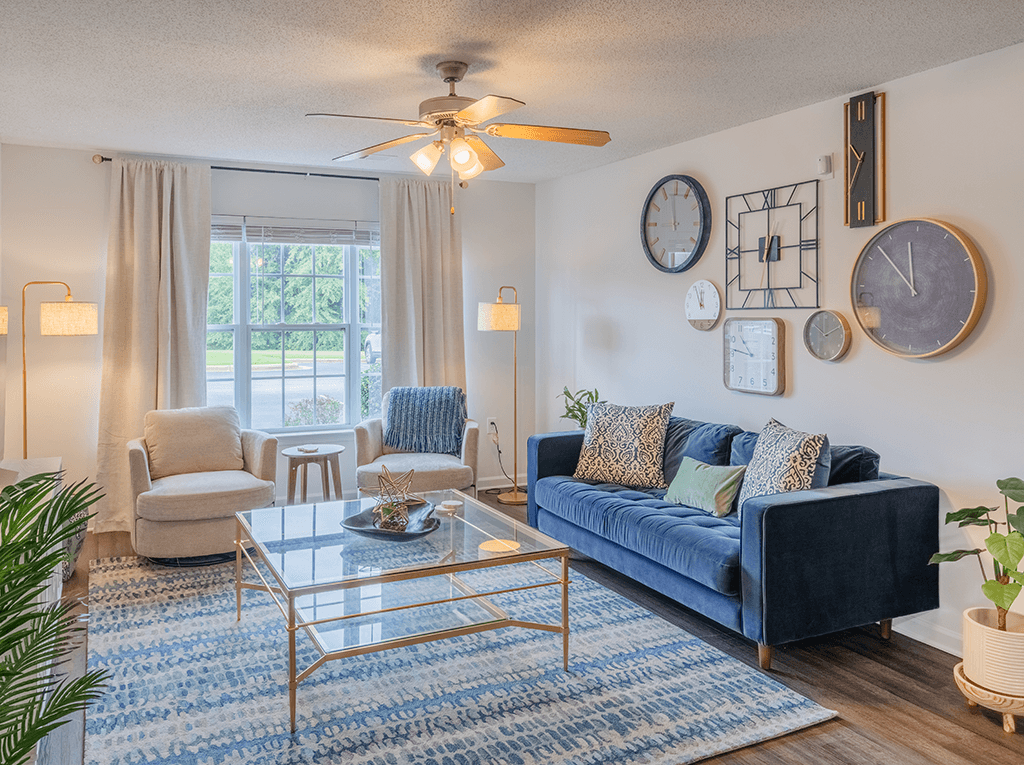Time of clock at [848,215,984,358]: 11:52
